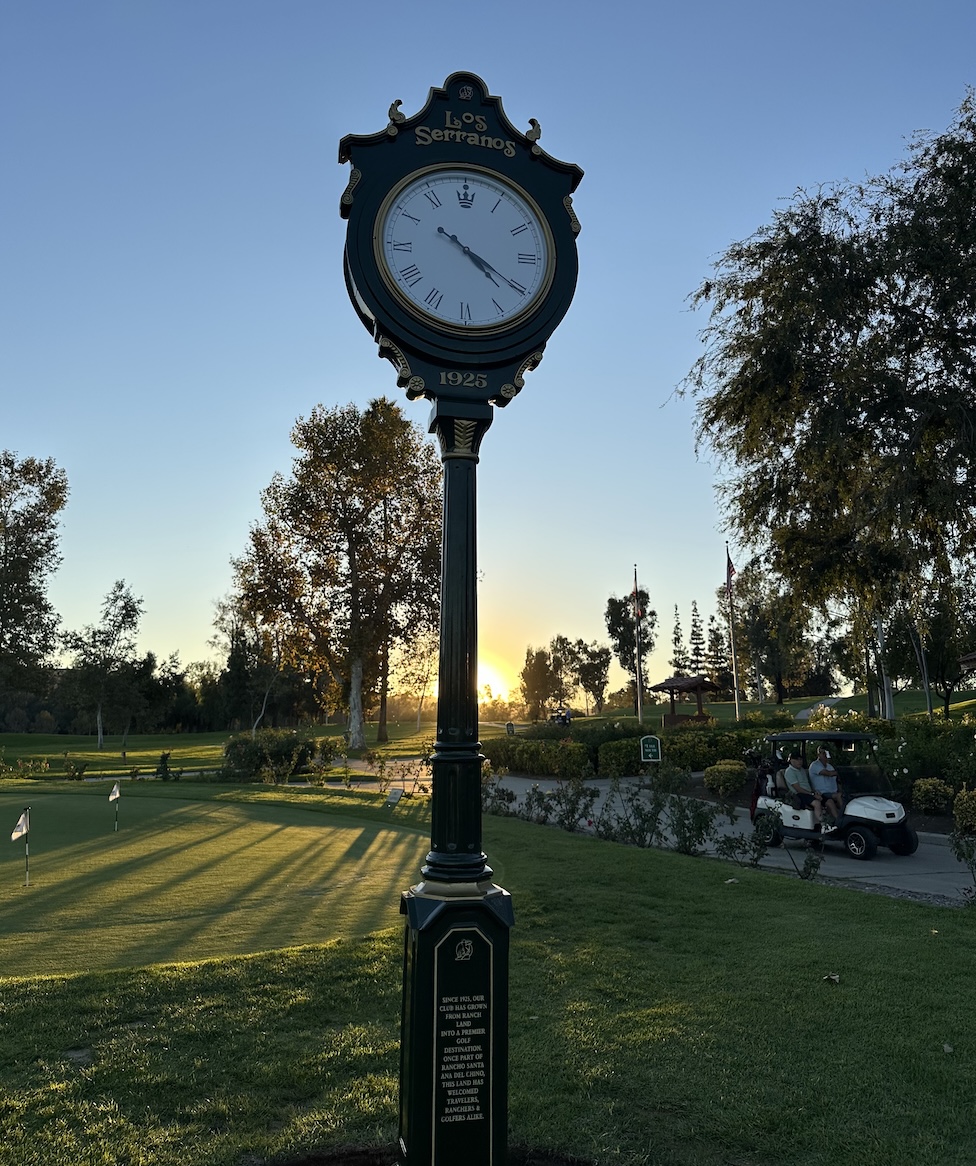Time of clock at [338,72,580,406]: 4:20
